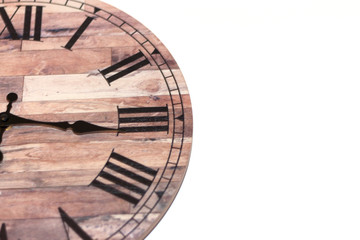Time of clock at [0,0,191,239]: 3:16
